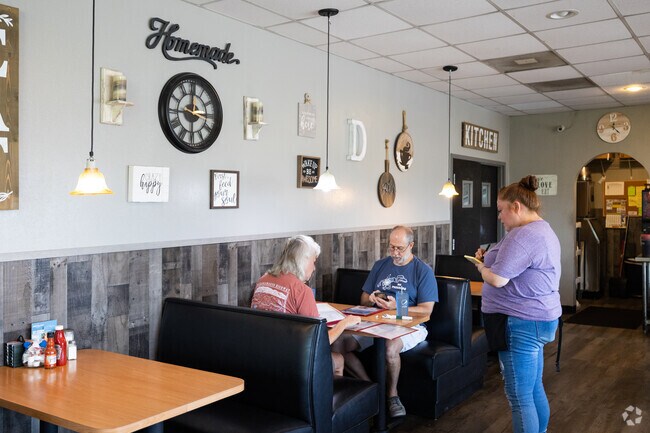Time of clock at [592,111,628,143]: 4:42
